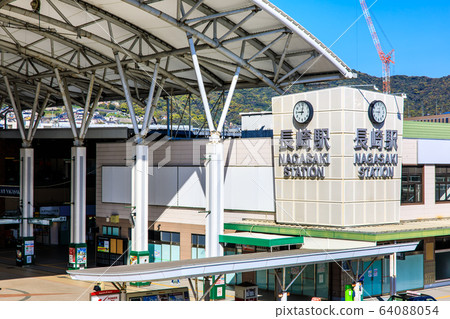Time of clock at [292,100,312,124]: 9:01
